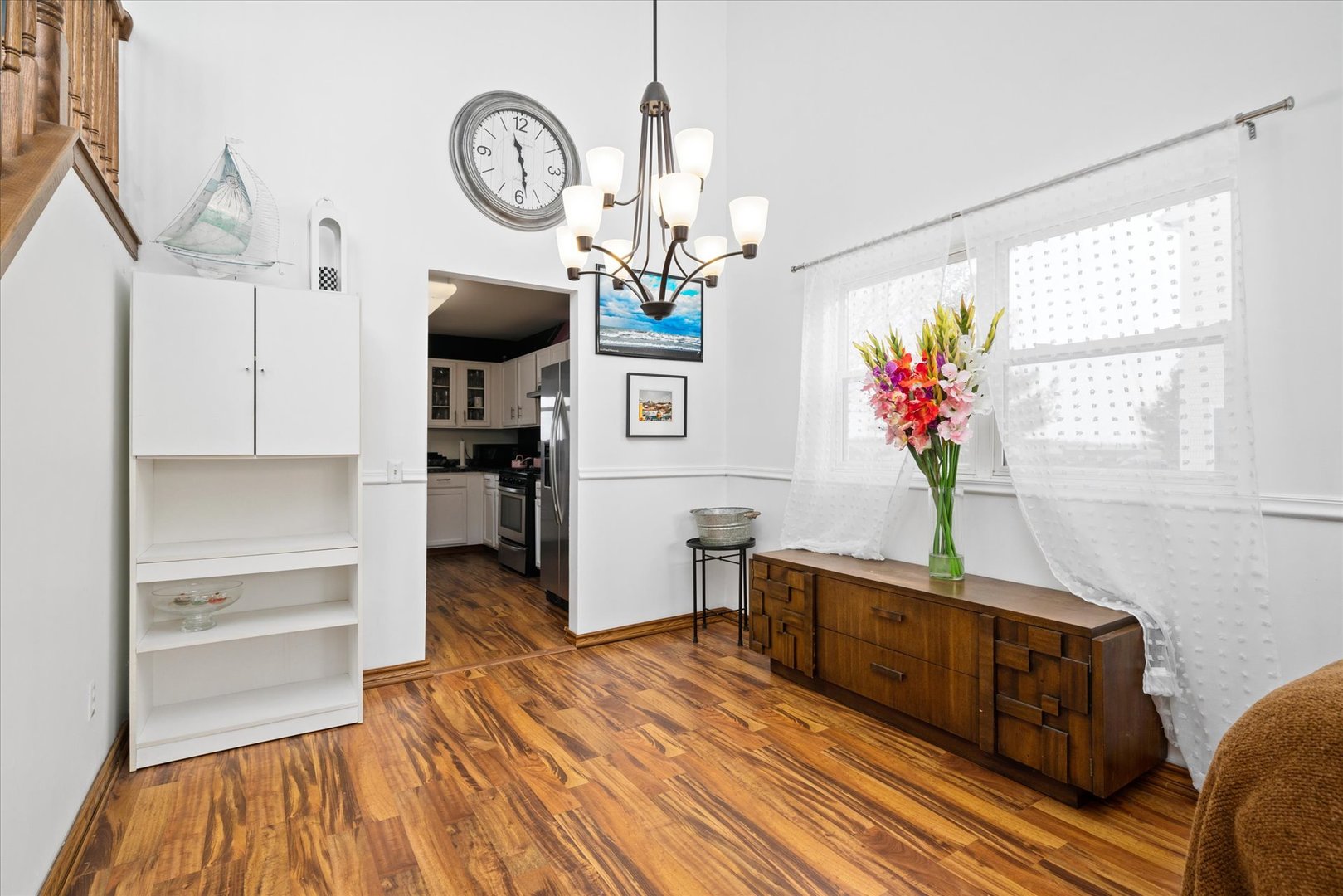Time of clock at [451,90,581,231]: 11:28
